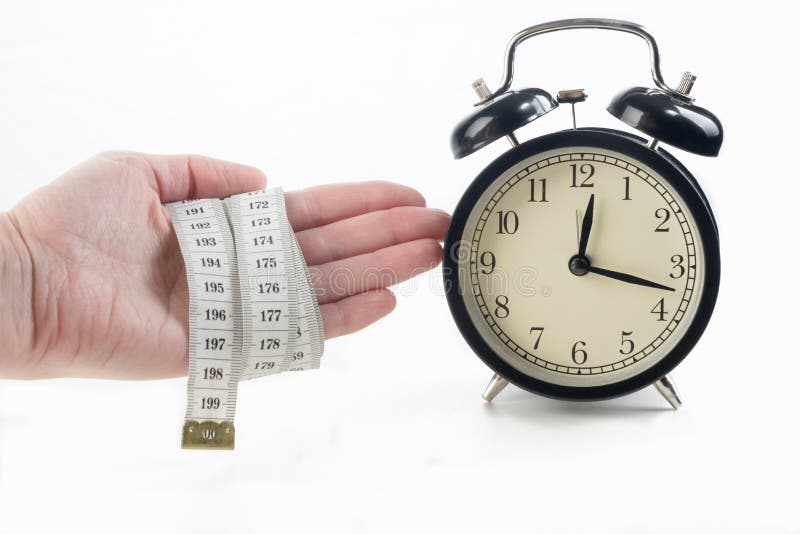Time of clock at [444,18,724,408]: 12:17
